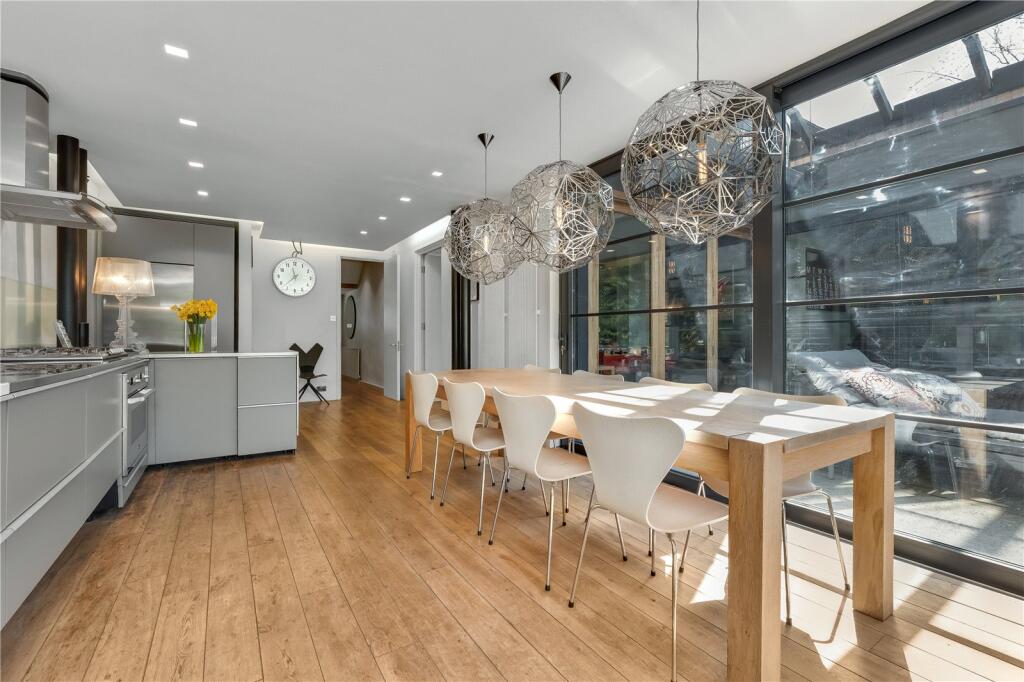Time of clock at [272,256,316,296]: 11:37
